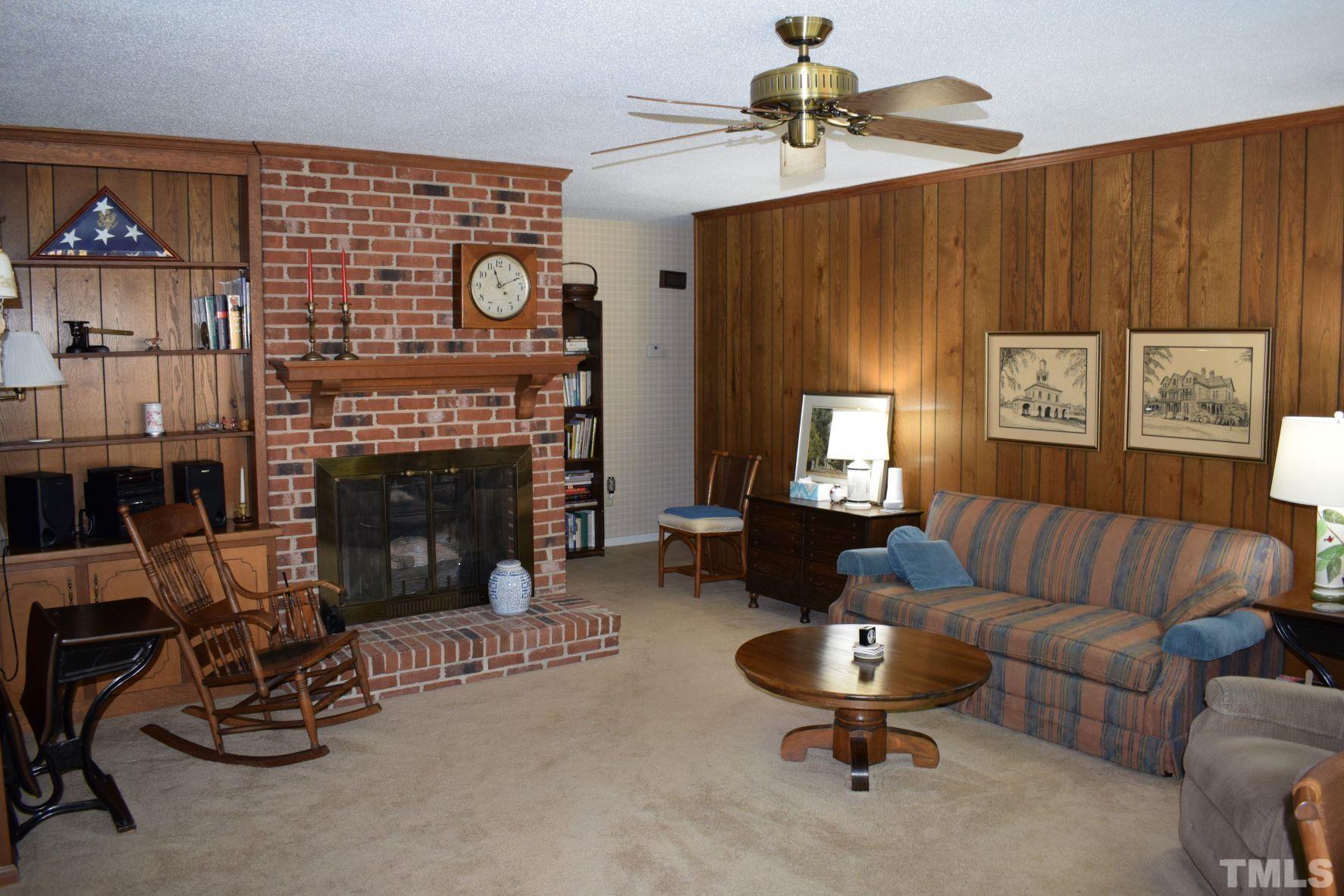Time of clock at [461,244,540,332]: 11:11
